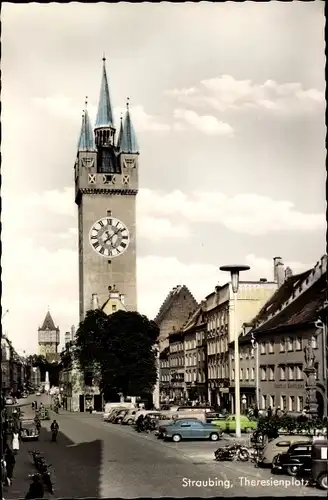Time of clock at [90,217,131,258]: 11:08
